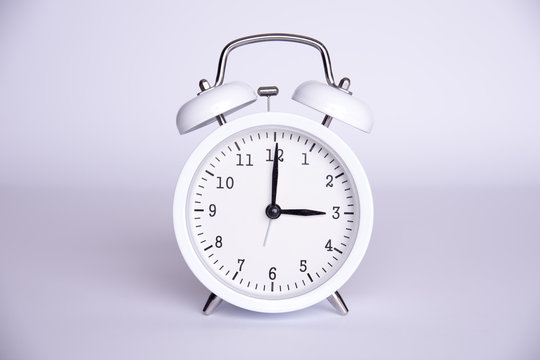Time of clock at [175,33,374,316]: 3:00
